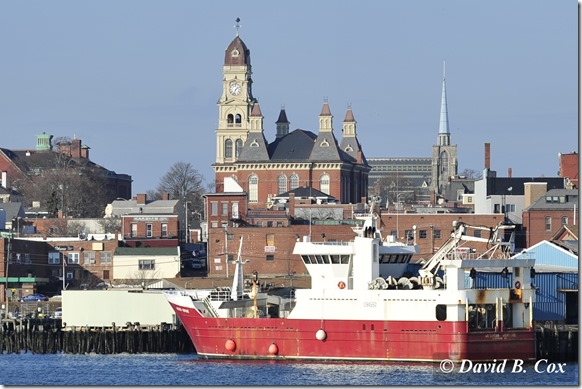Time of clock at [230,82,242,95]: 1:33
